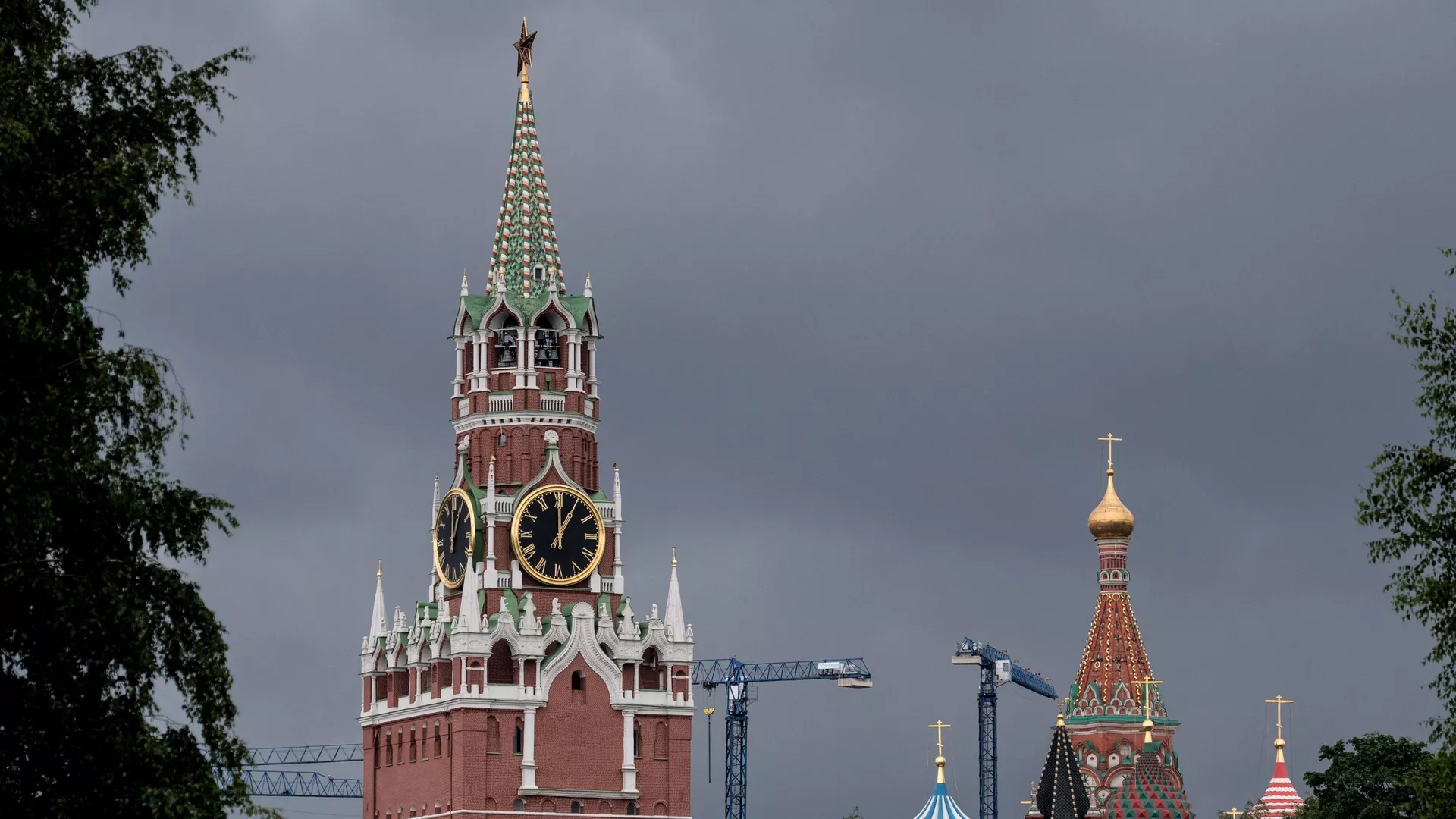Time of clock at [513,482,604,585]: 1:00
